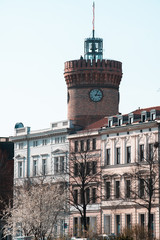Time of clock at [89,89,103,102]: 3:04
